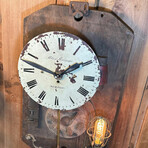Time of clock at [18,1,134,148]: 1:47
